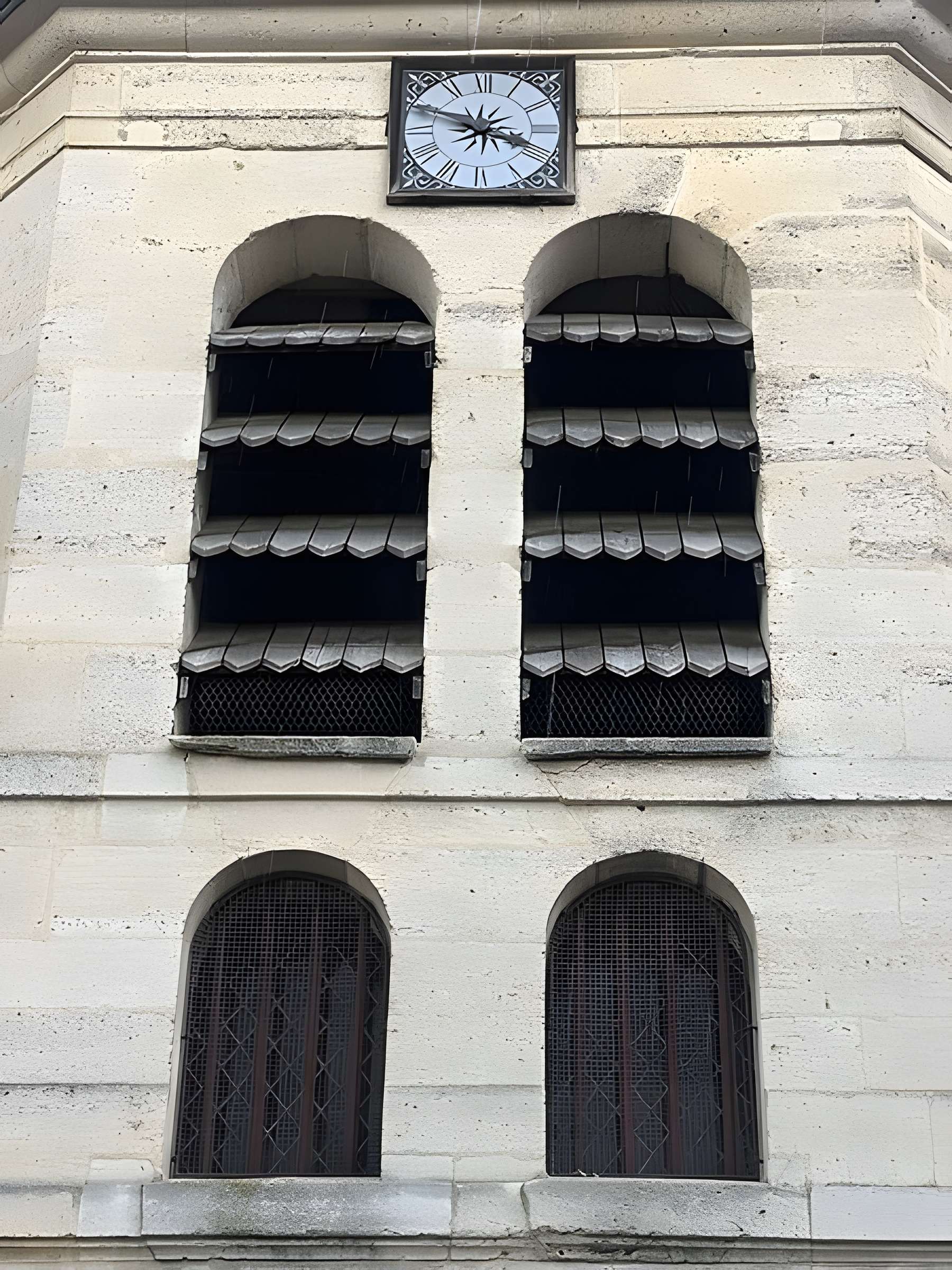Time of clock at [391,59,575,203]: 3:48
